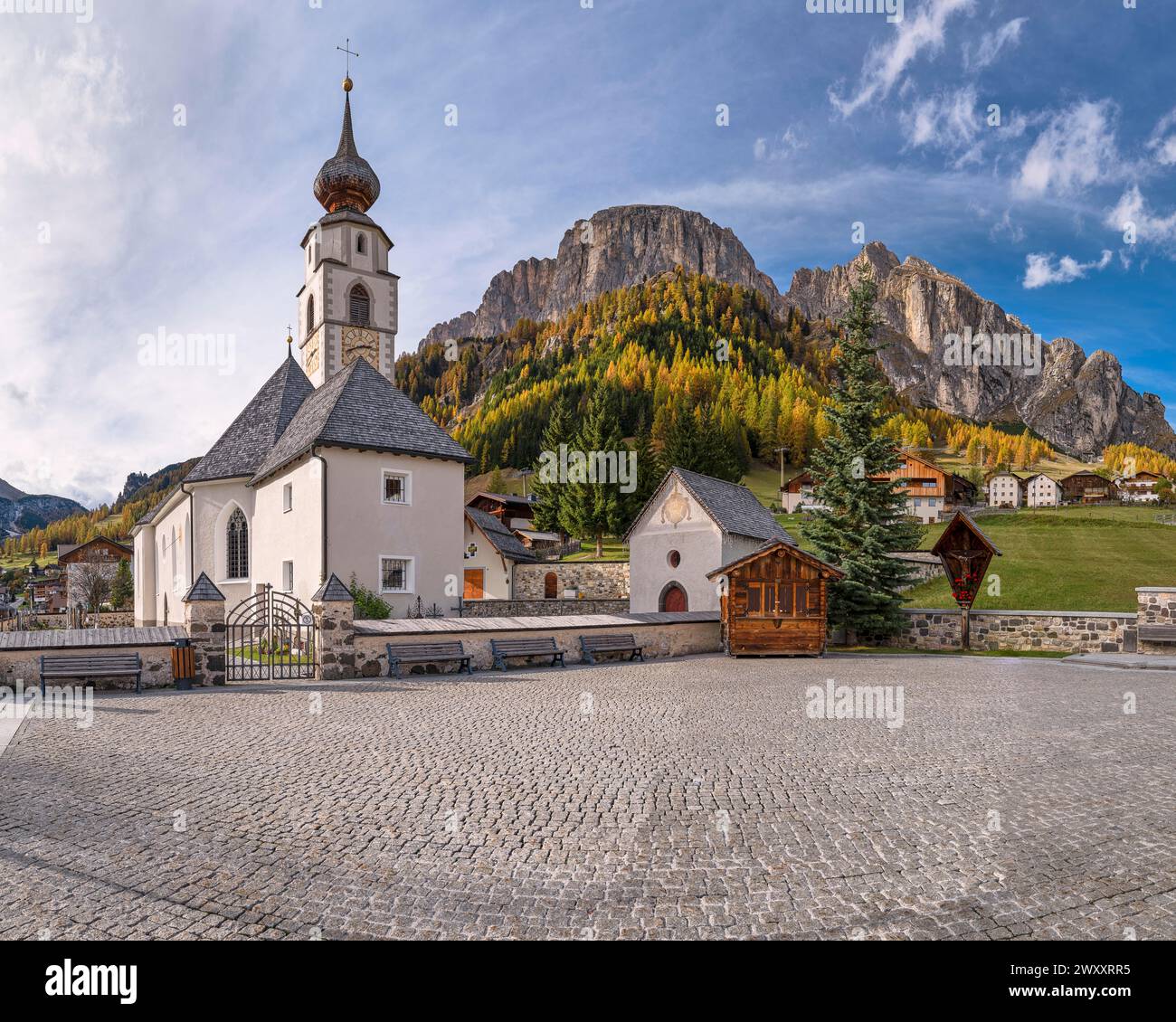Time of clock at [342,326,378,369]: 2:41
